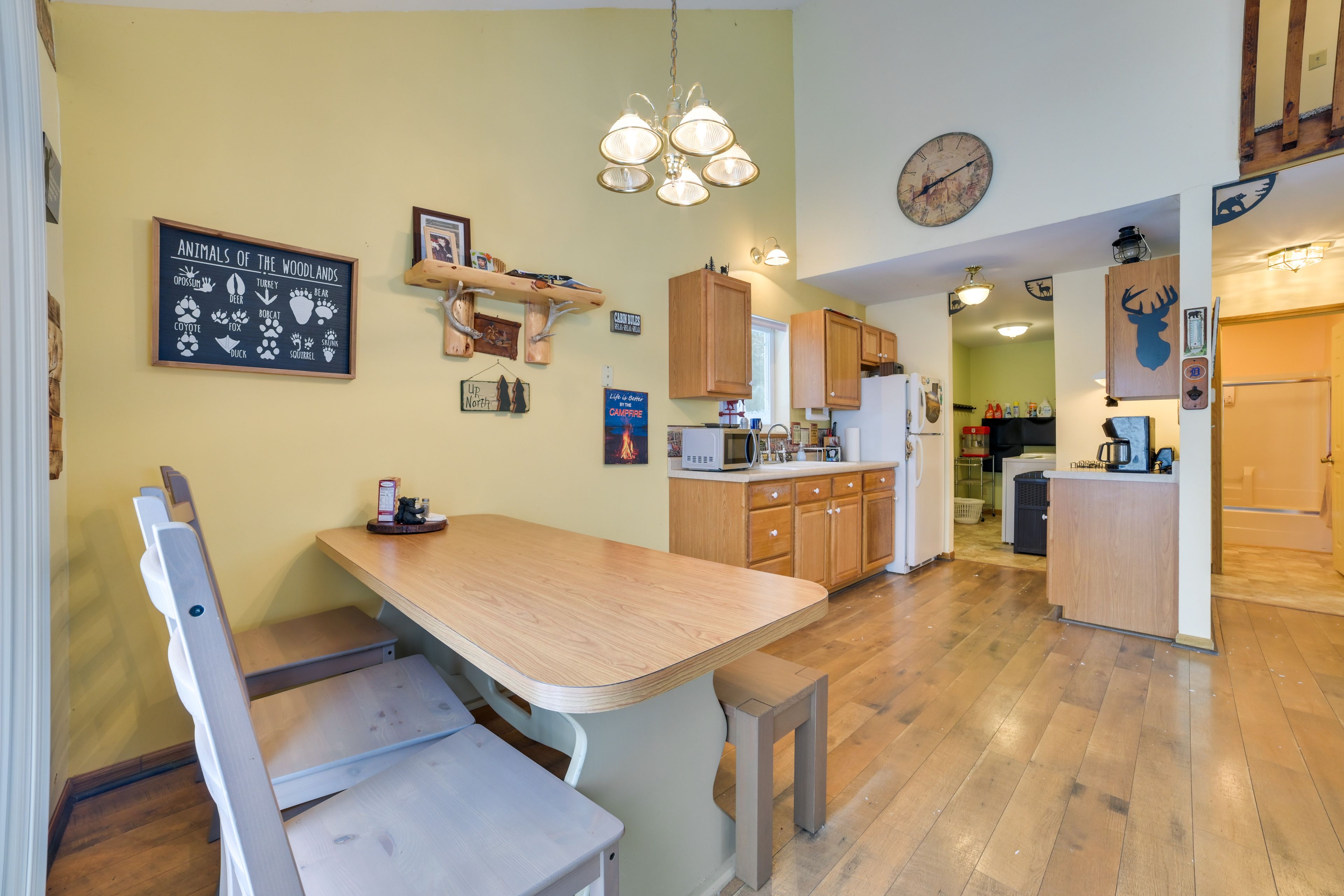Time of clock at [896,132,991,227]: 8:12
